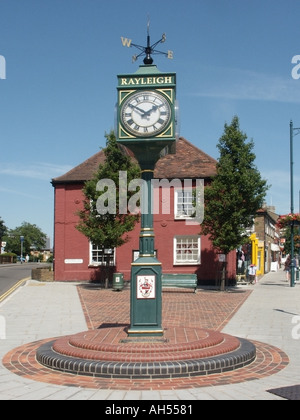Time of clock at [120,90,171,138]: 1:50
